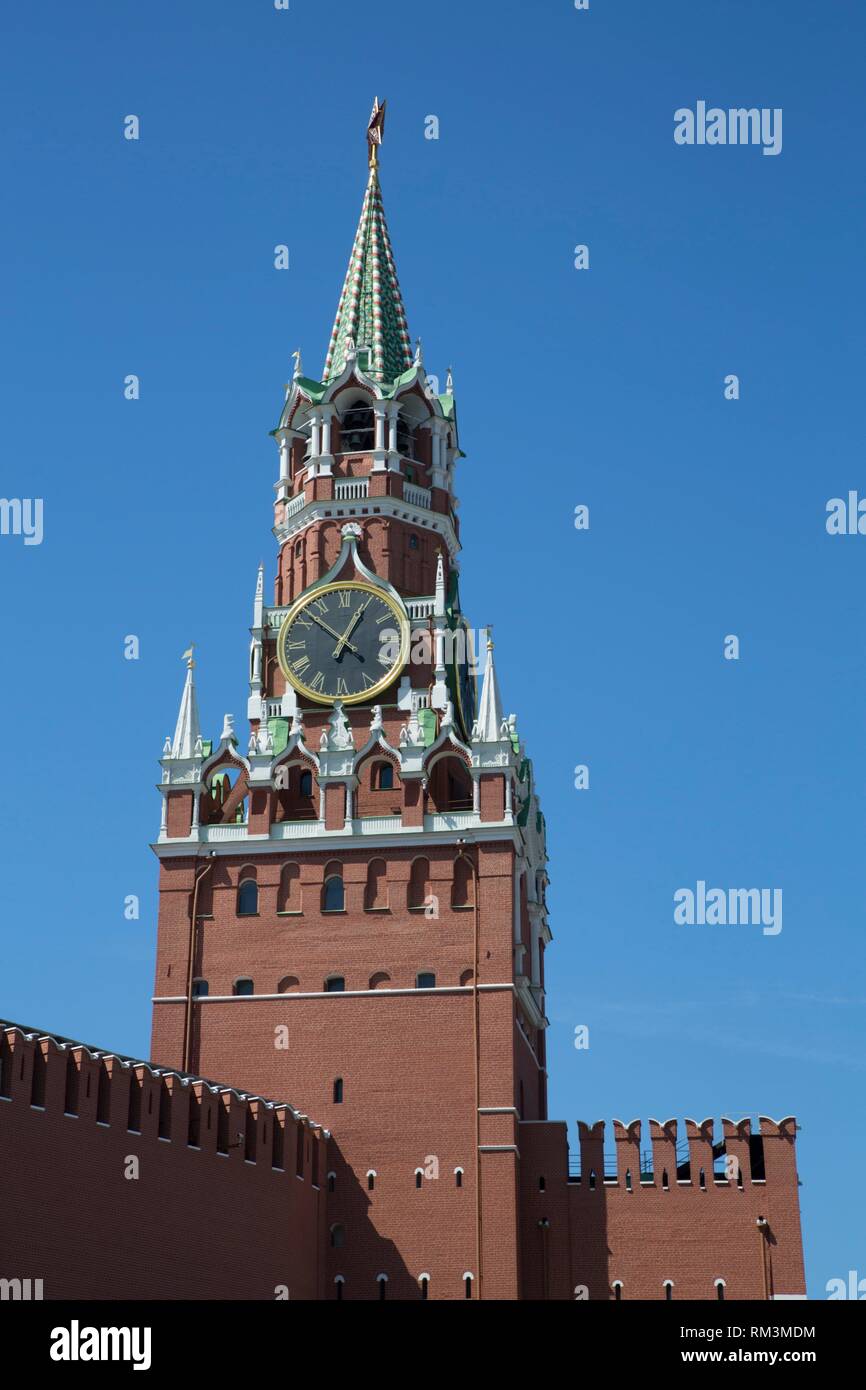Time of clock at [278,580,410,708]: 12:52
